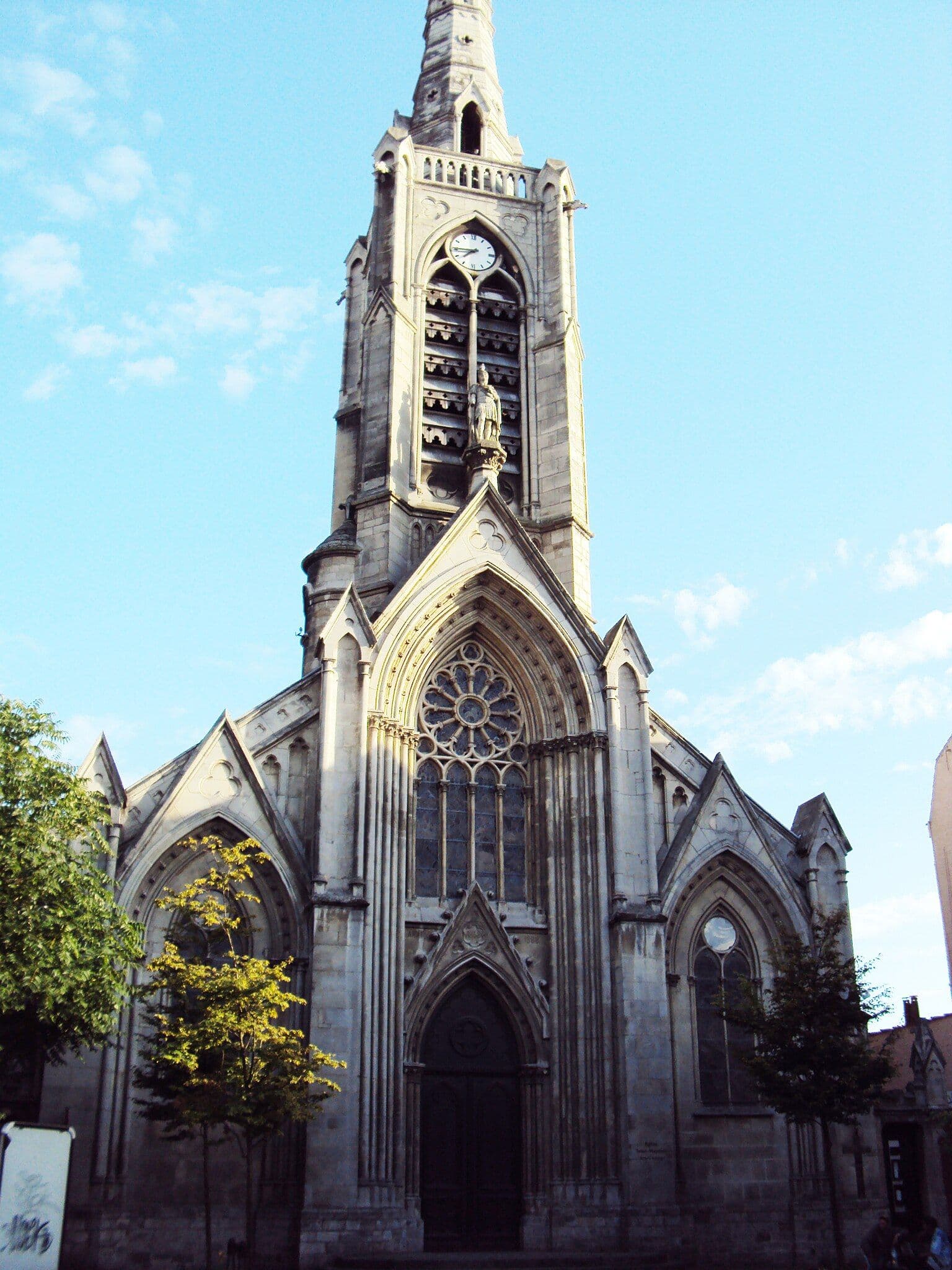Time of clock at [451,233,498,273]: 7:44
